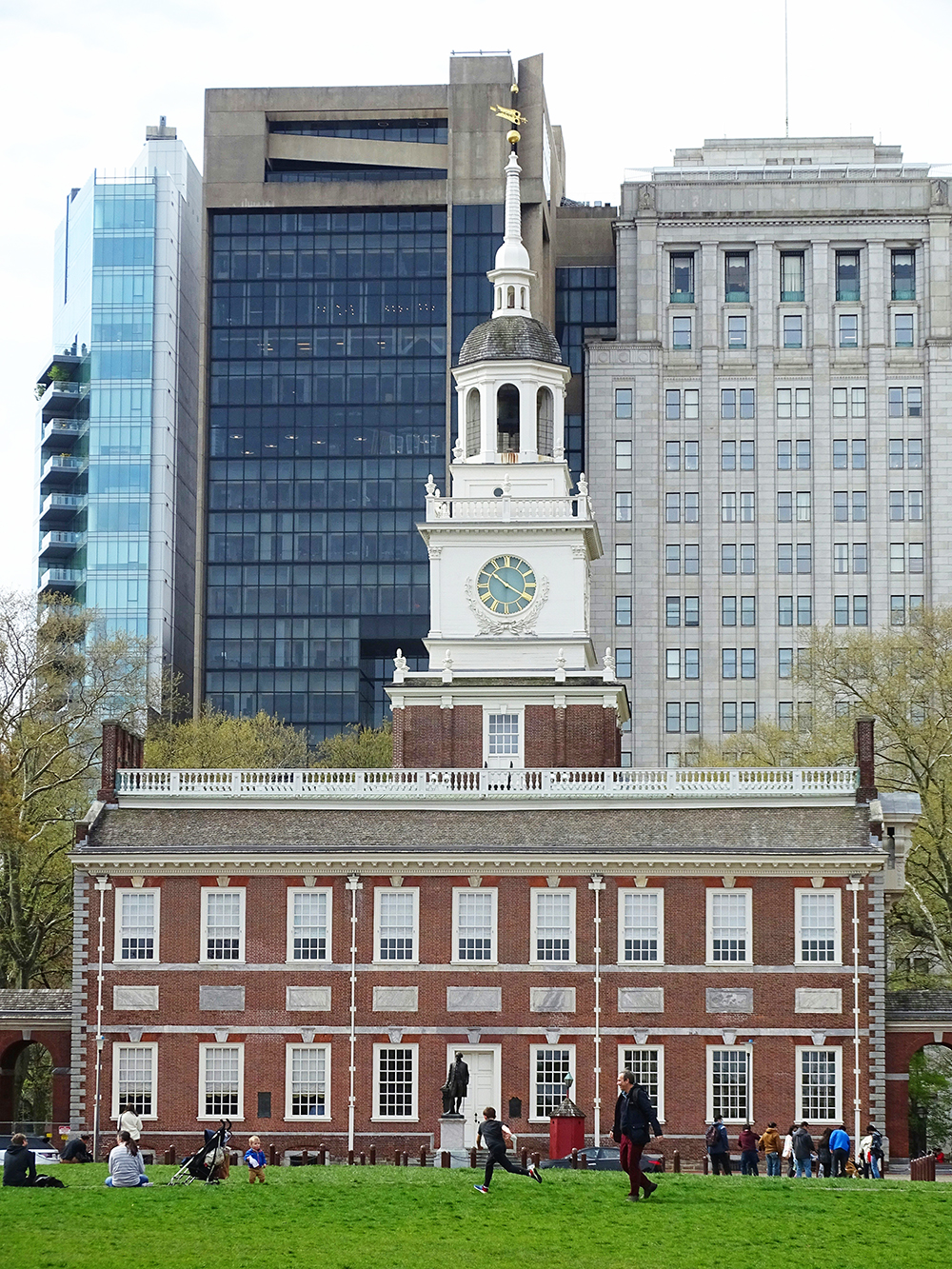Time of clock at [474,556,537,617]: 10:19
